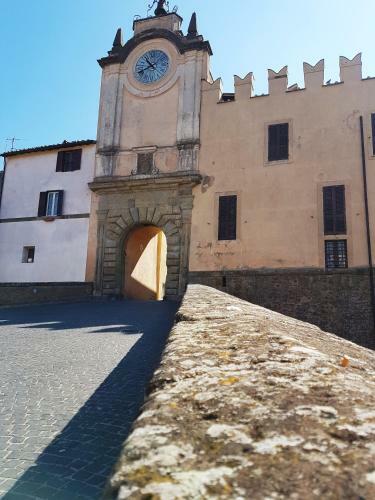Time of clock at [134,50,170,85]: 10:41
